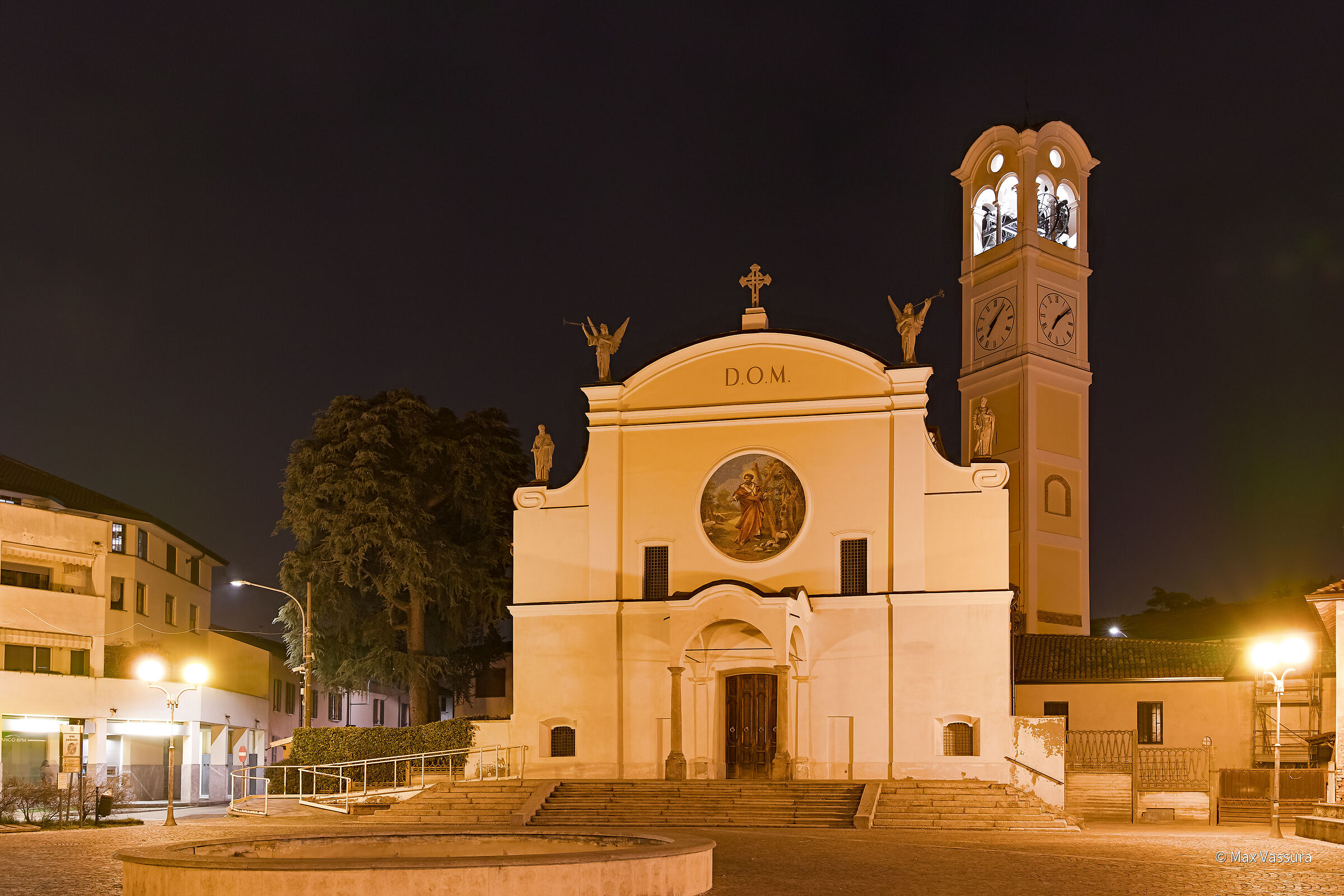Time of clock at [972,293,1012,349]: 7:07
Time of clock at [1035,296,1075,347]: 7:09
